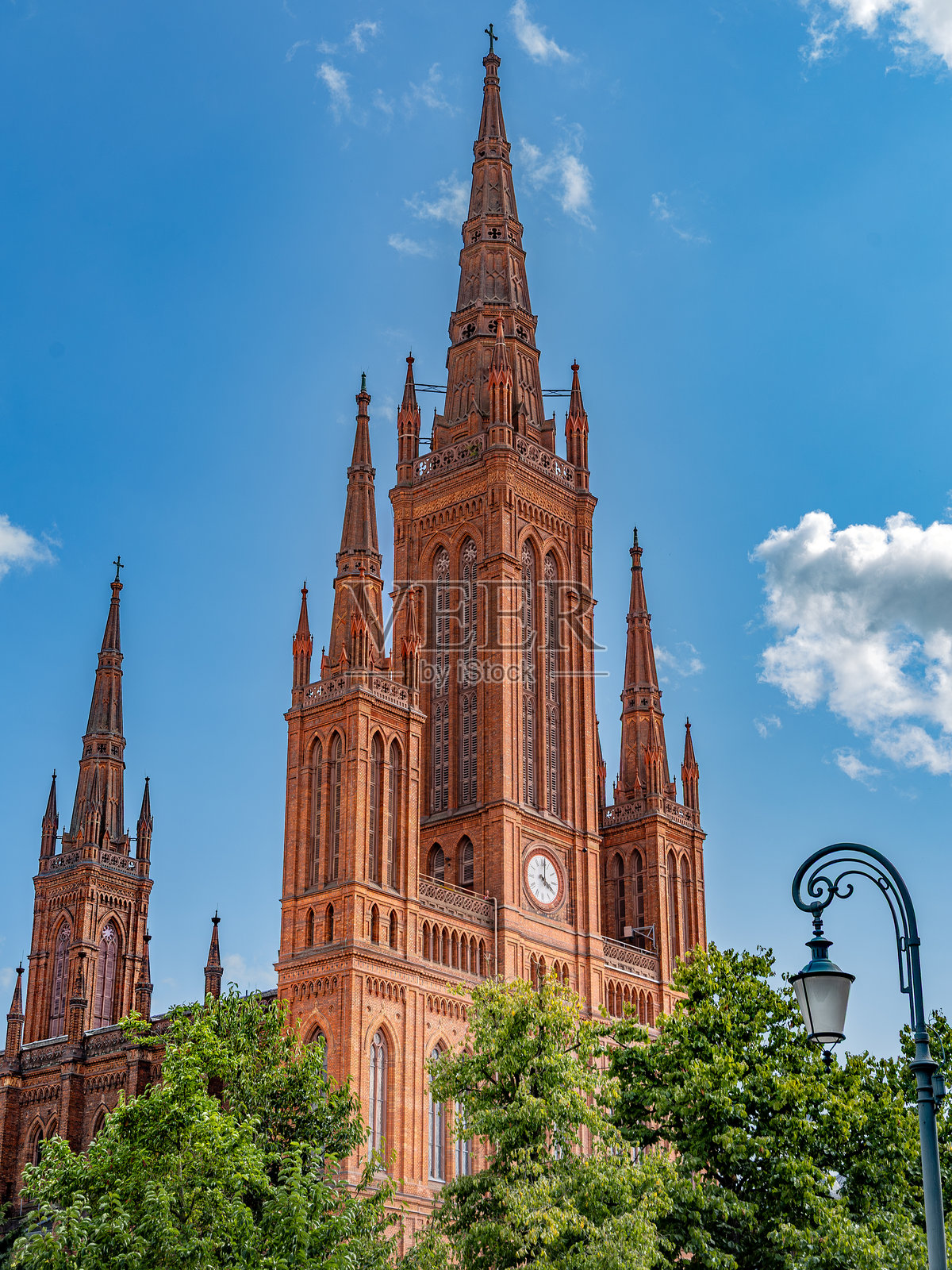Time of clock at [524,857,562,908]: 4:01
